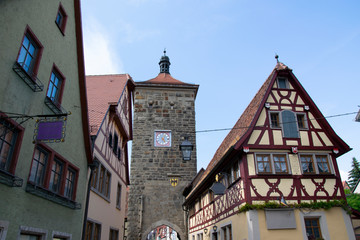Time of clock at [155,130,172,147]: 5:03
